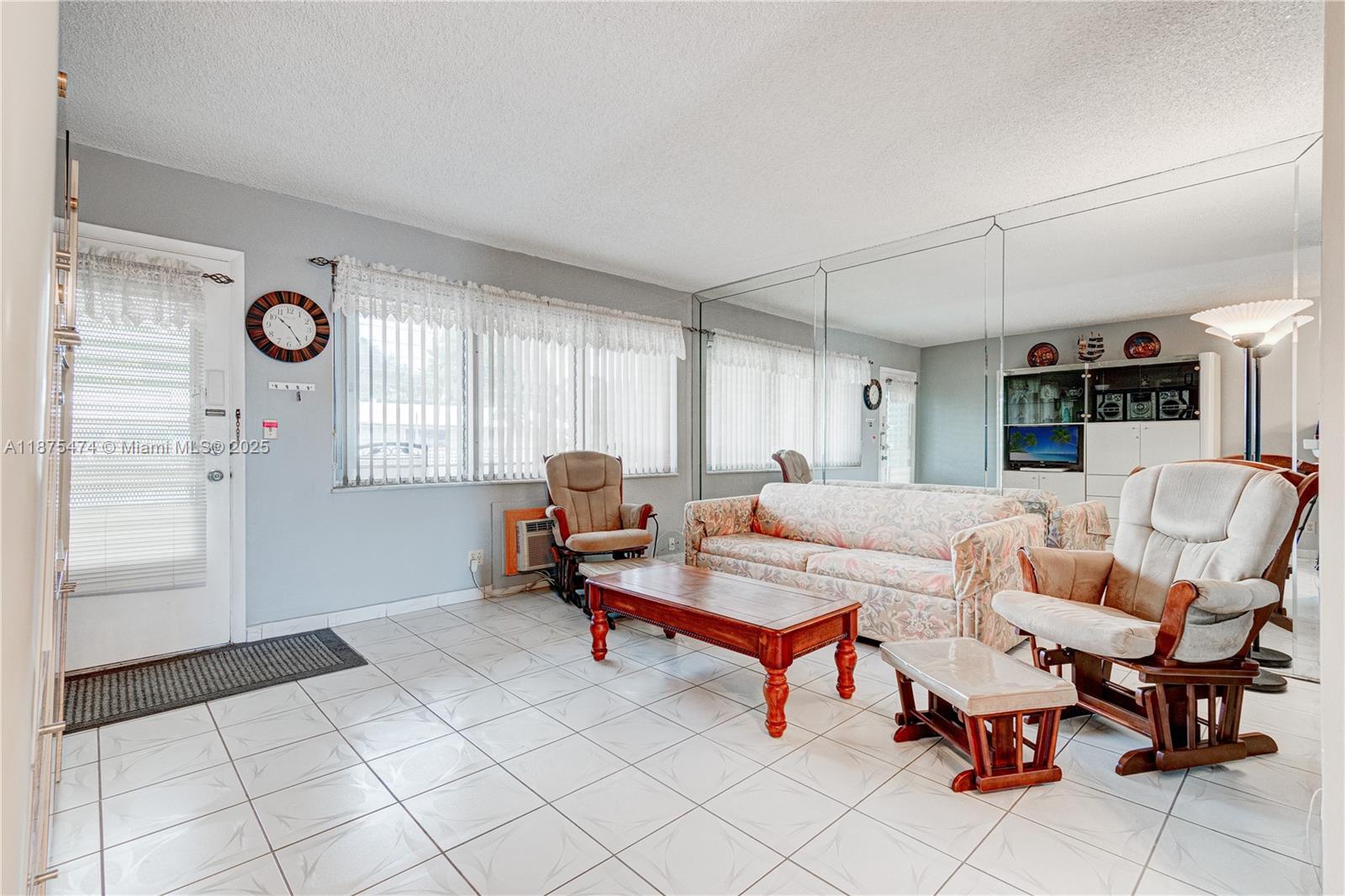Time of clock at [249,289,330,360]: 10:24
